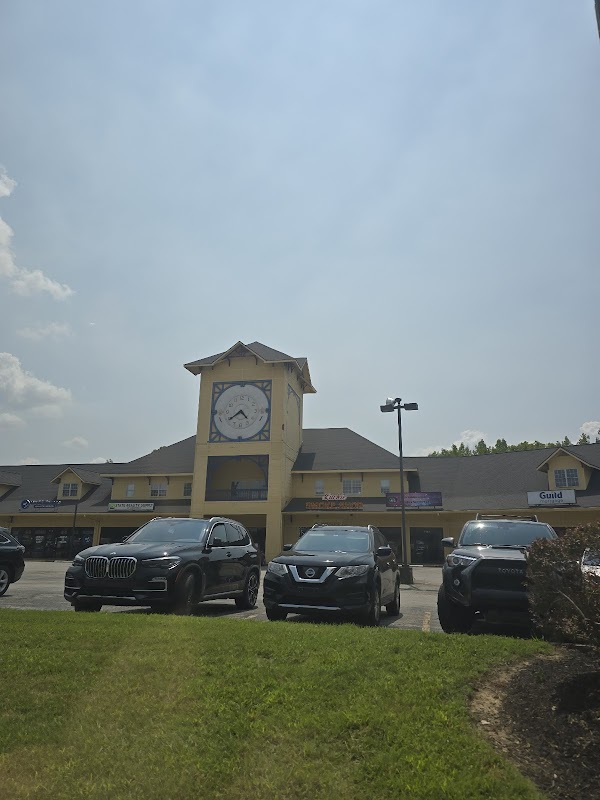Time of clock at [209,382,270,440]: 4:38
